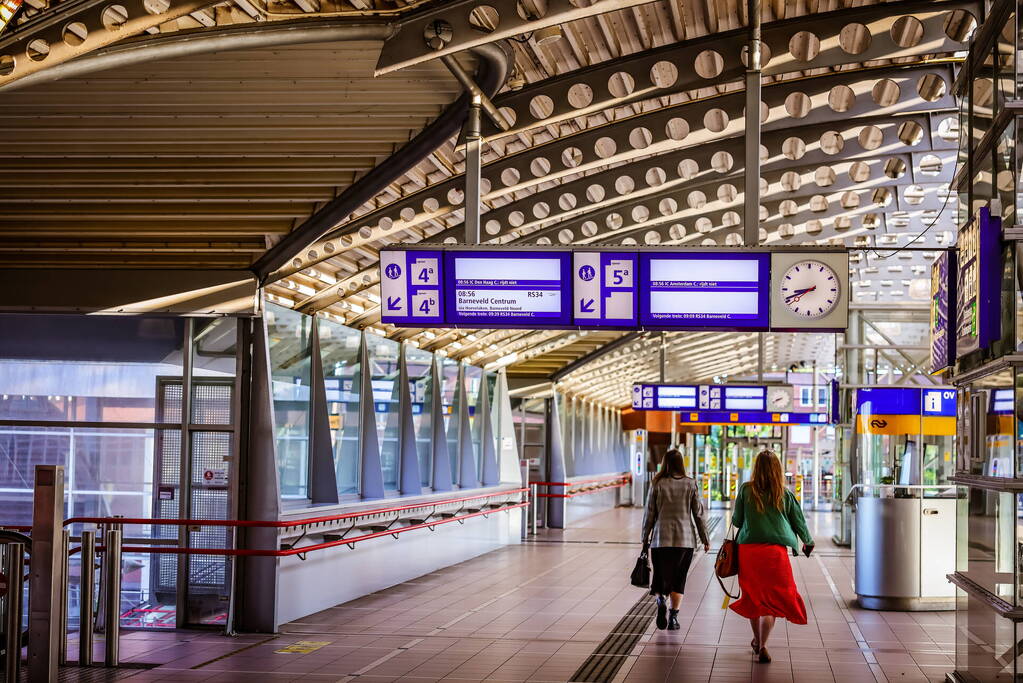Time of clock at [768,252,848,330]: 8:41
